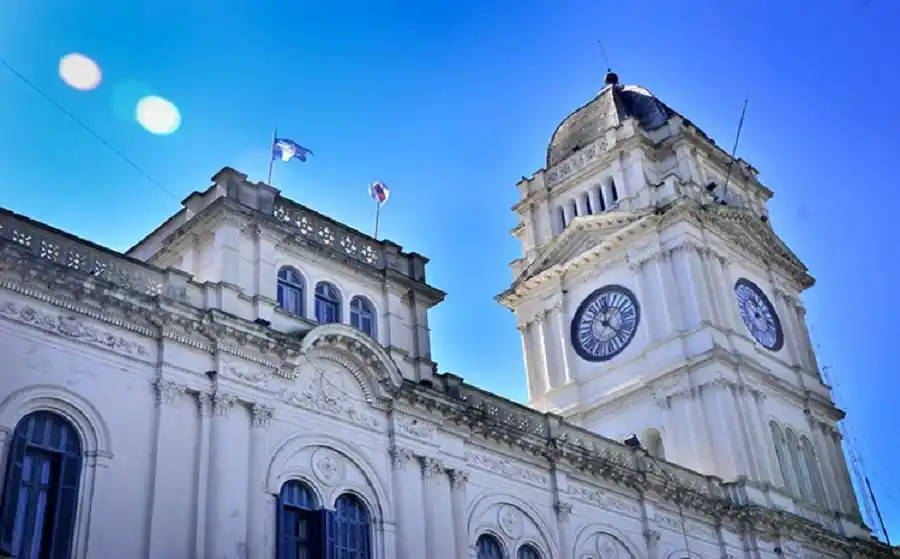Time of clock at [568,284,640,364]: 12:22
